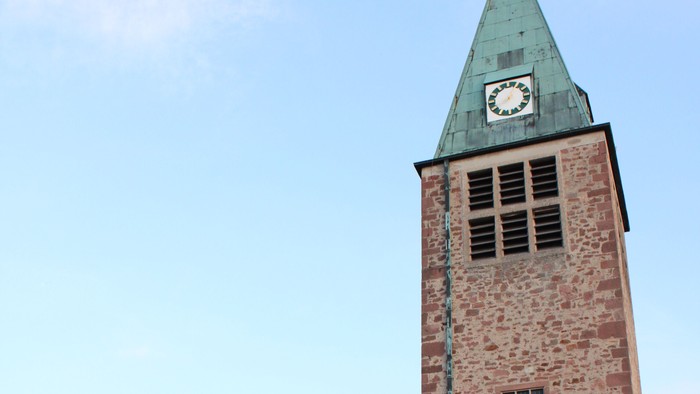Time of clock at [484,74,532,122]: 8:04
